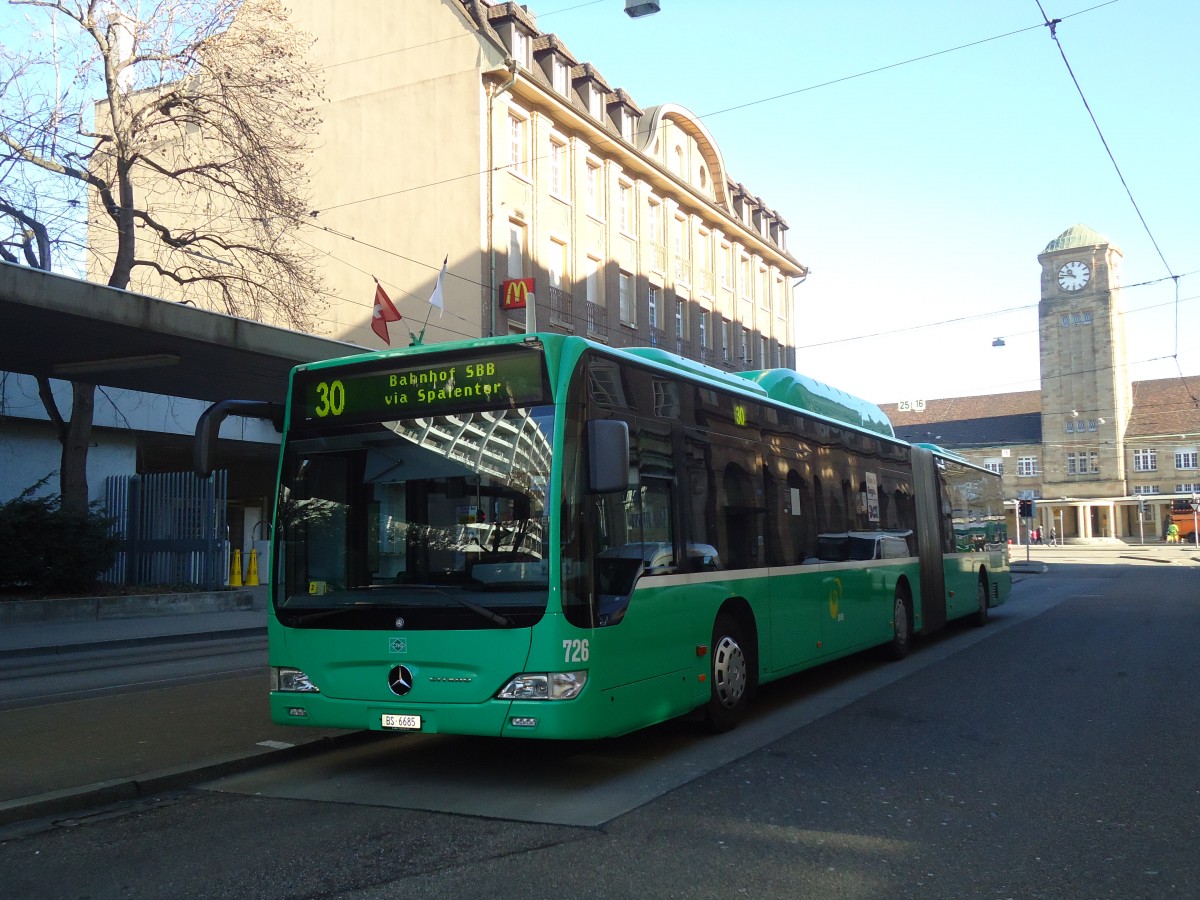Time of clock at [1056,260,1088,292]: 10:47
